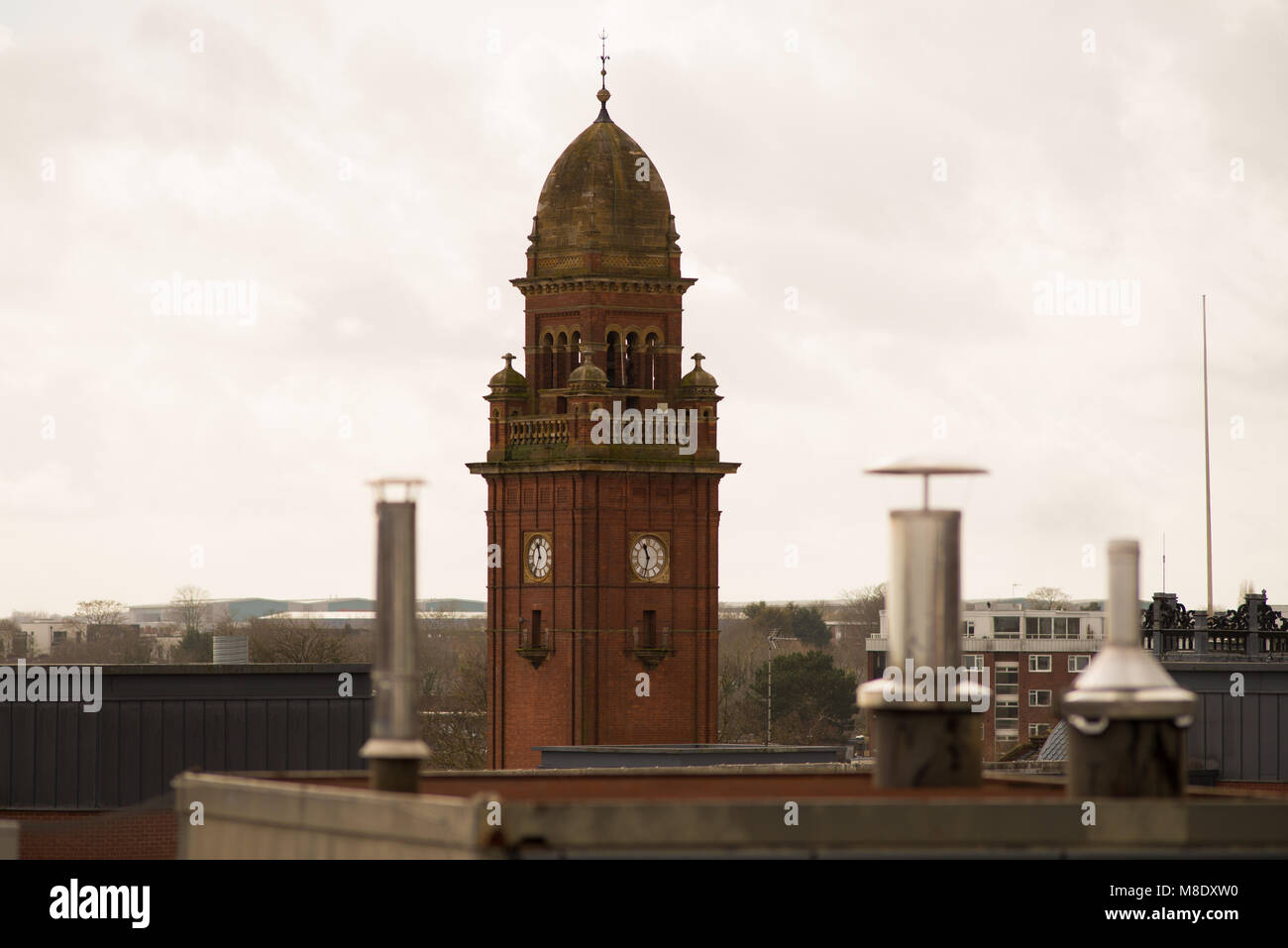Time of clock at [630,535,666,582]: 11:32
